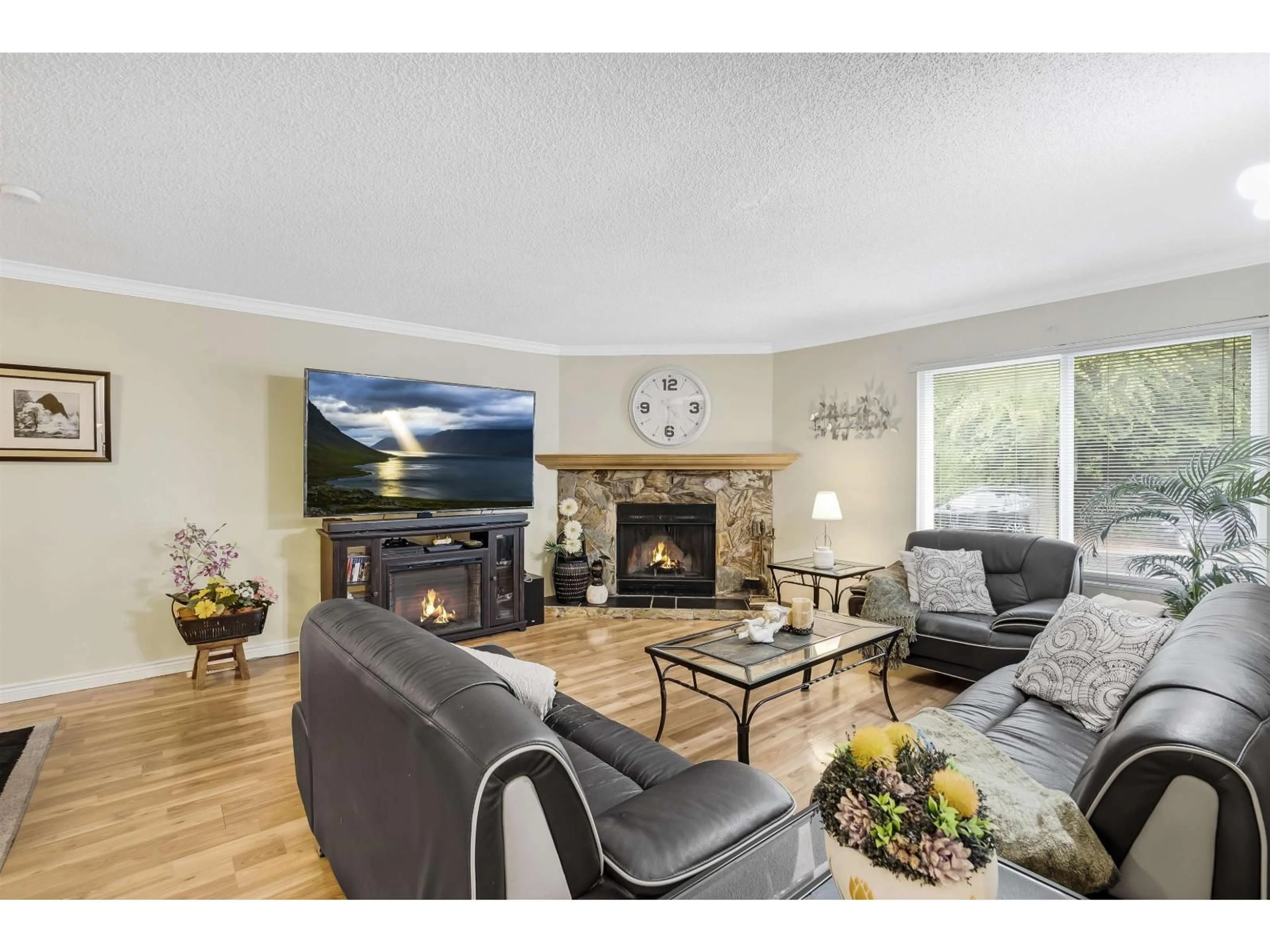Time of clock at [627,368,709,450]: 4:31
